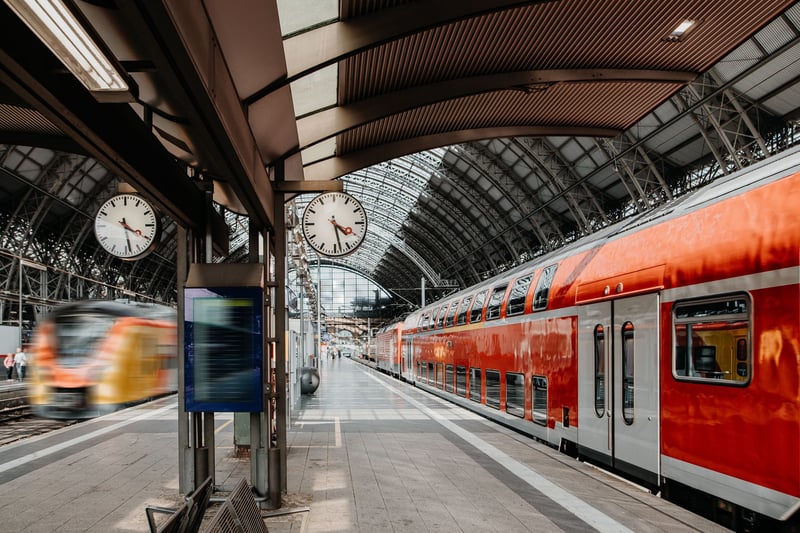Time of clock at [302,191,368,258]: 4:28
